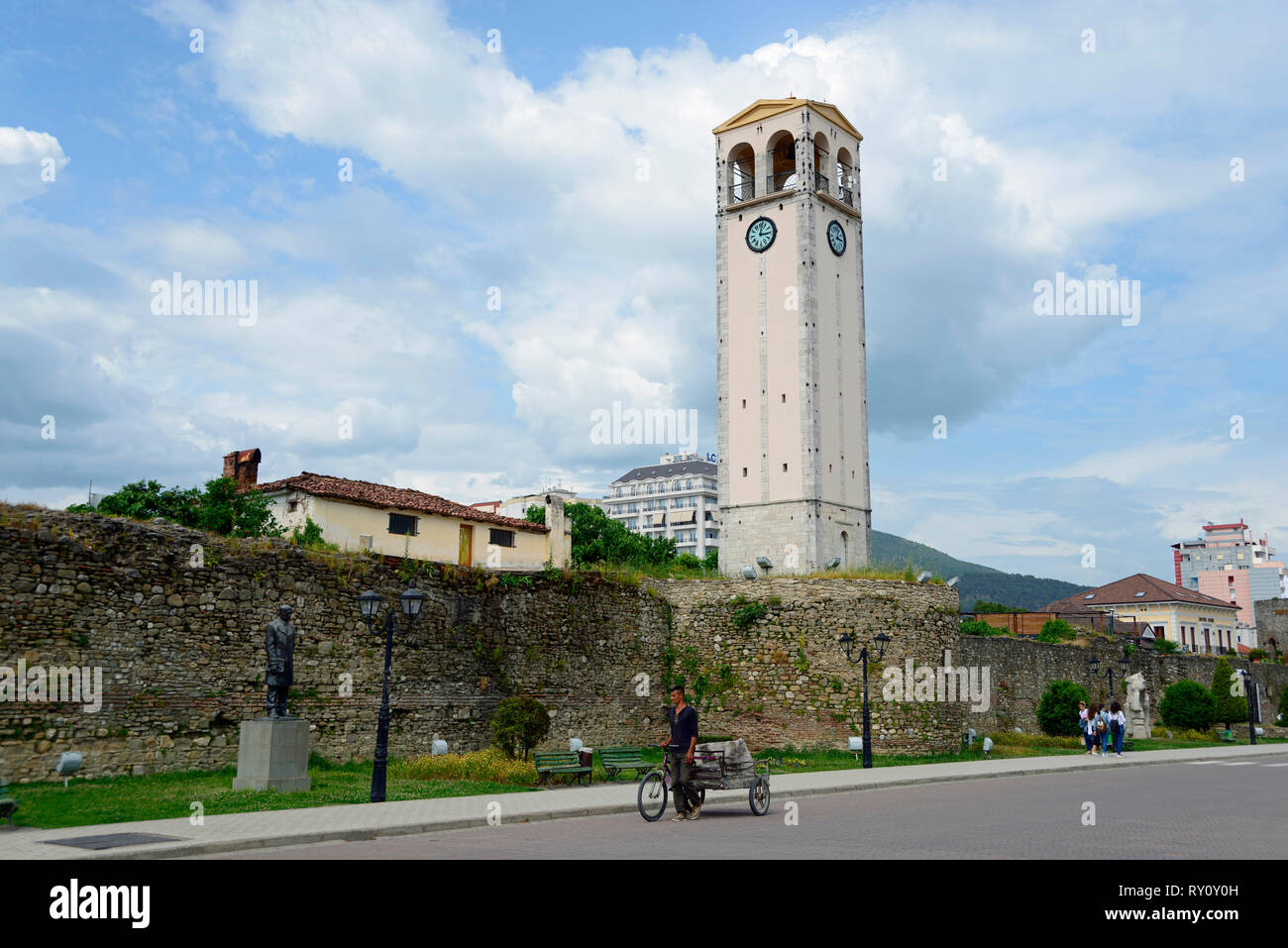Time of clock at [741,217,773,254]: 3:01
